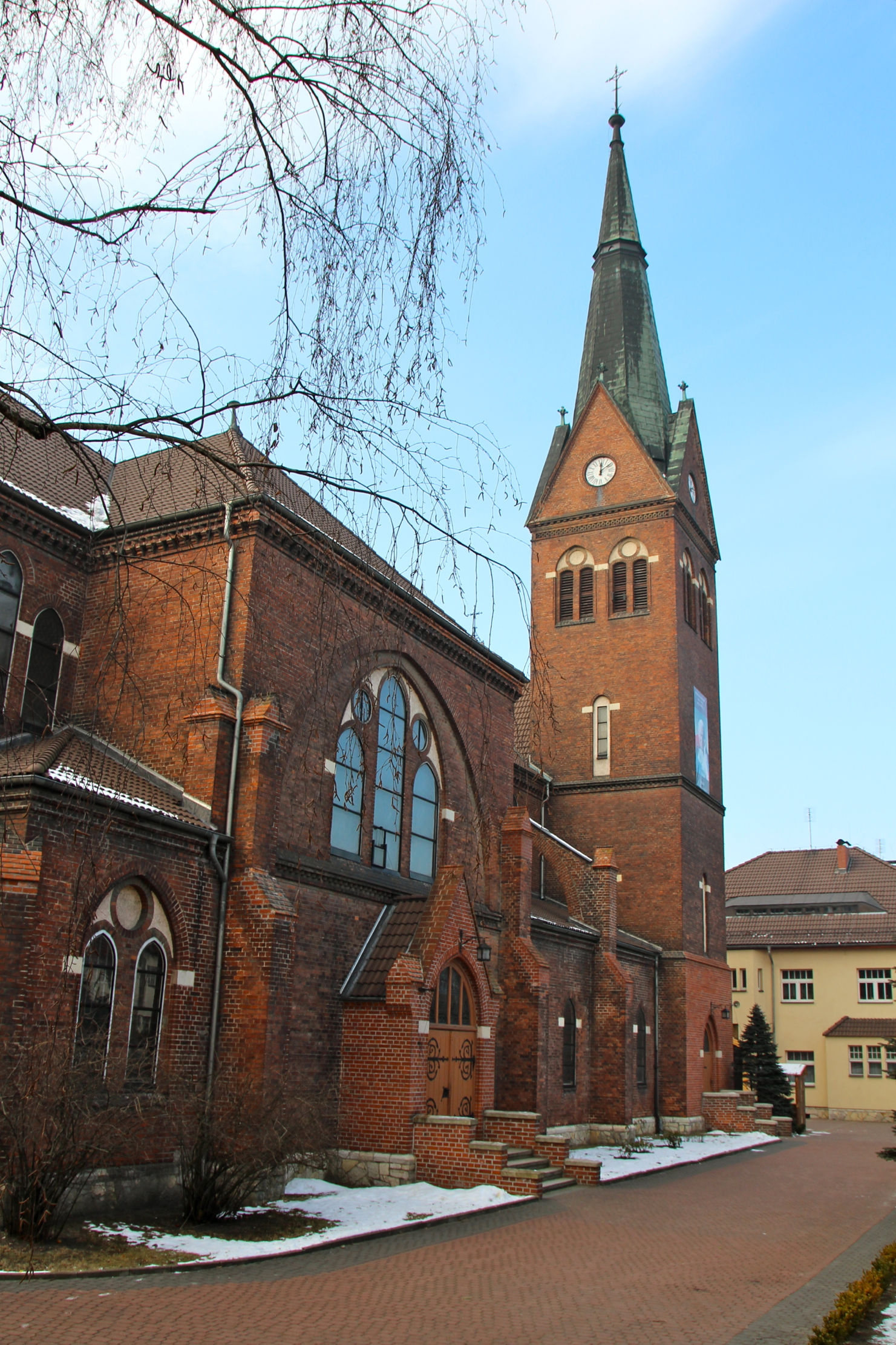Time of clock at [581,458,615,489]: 12:09
